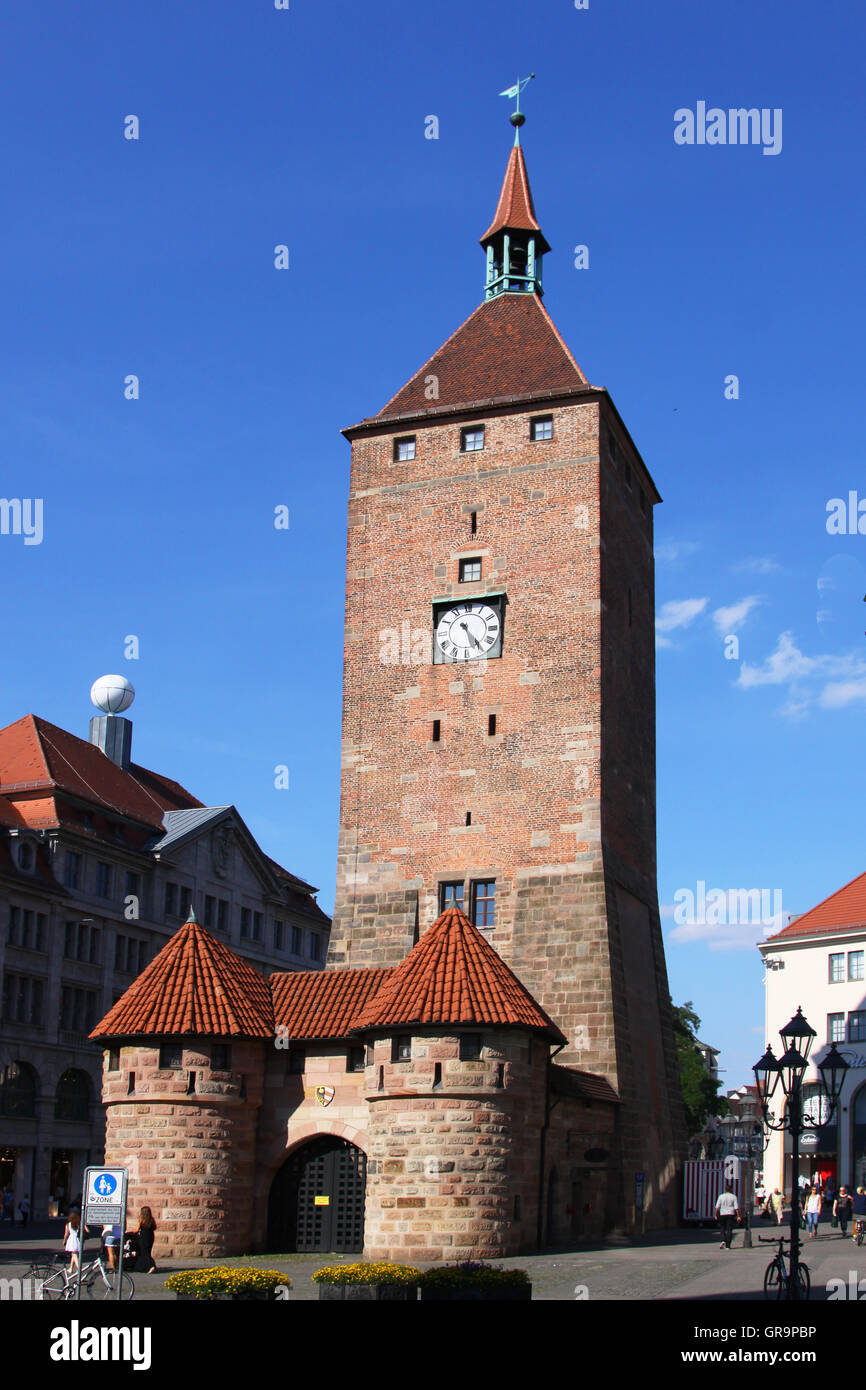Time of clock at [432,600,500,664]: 5:24
